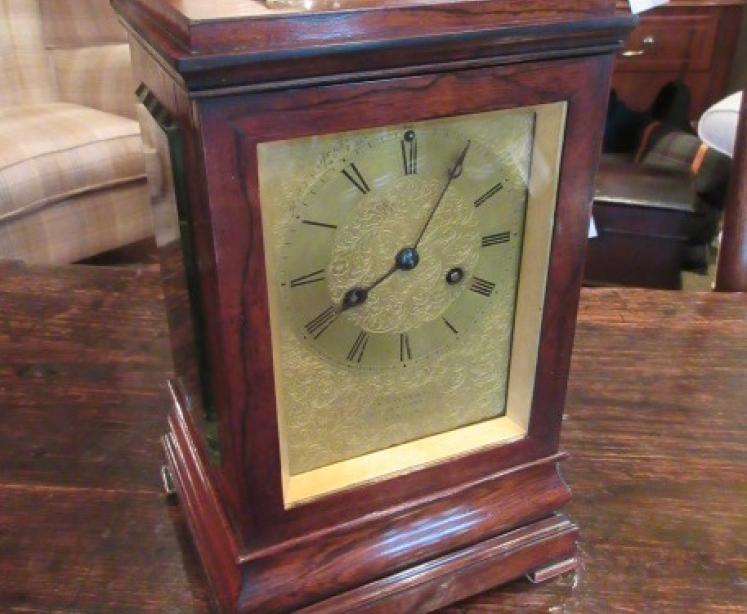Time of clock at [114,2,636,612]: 8:04
